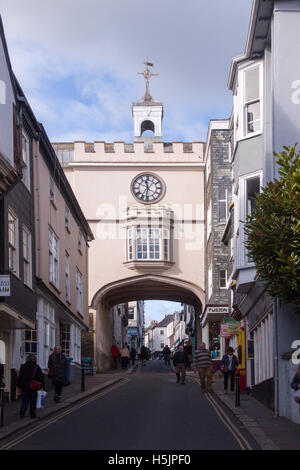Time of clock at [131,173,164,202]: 11:31
